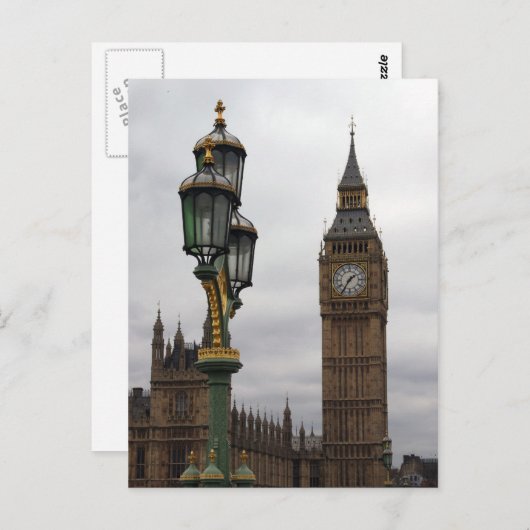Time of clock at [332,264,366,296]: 1:35
